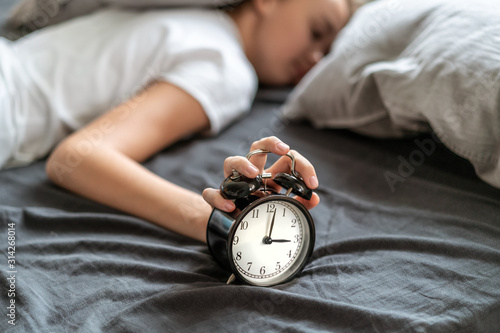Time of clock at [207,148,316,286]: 3:01
